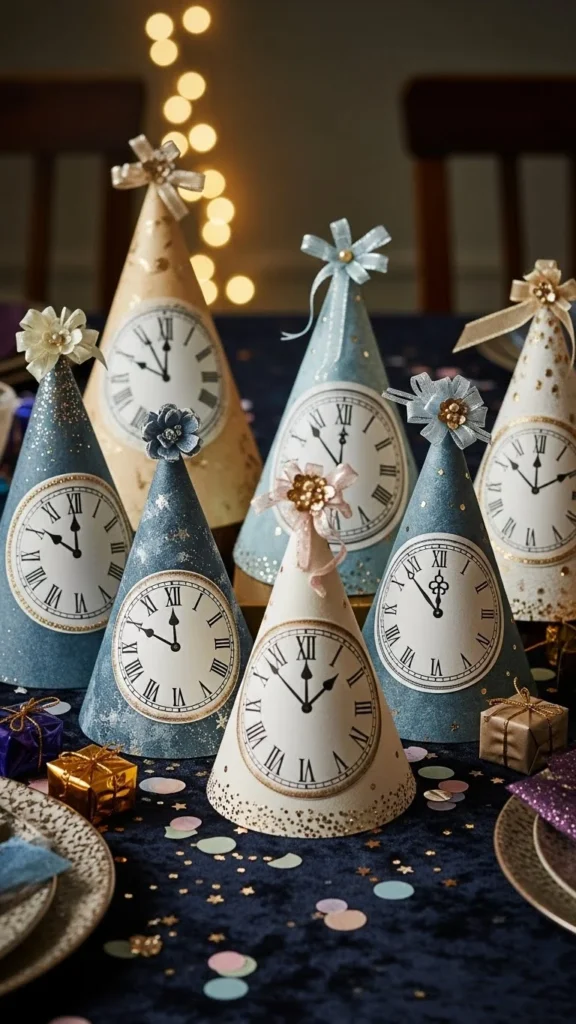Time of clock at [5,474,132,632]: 11:50
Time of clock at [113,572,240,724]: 11:49
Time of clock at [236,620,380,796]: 11:52
